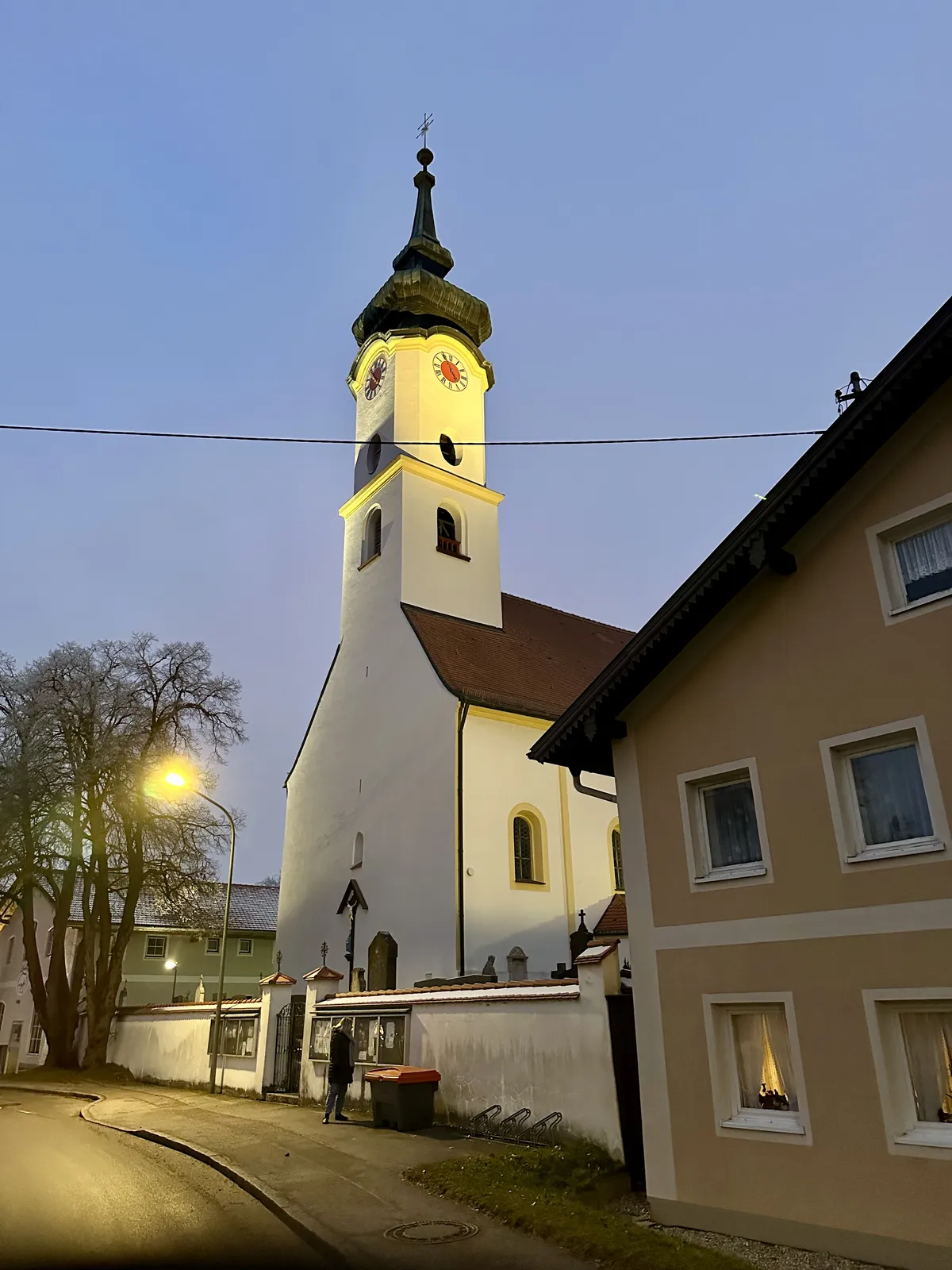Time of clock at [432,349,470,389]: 4:55
